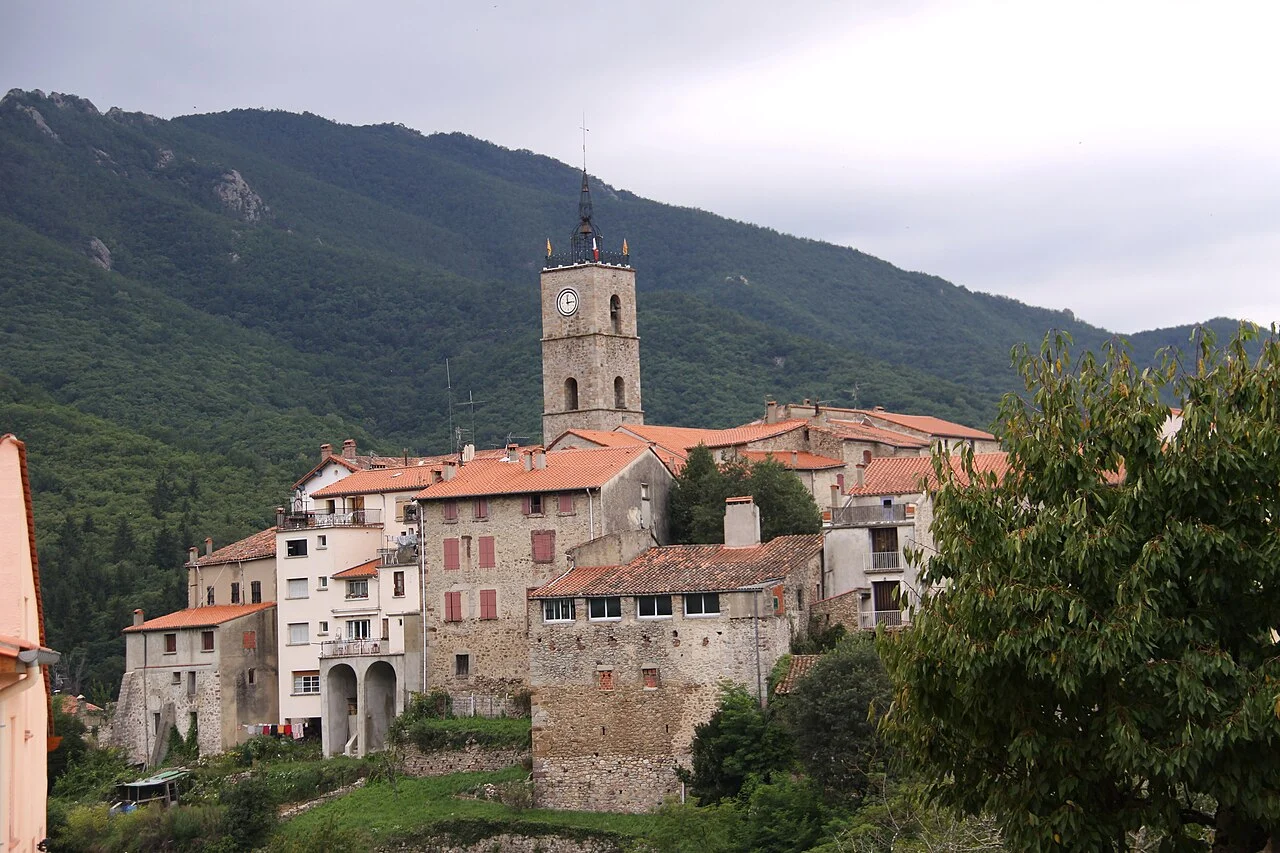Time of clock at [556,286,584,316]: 2:59
